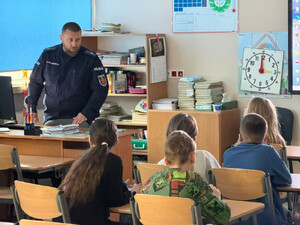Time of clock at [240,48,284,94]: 2:59
